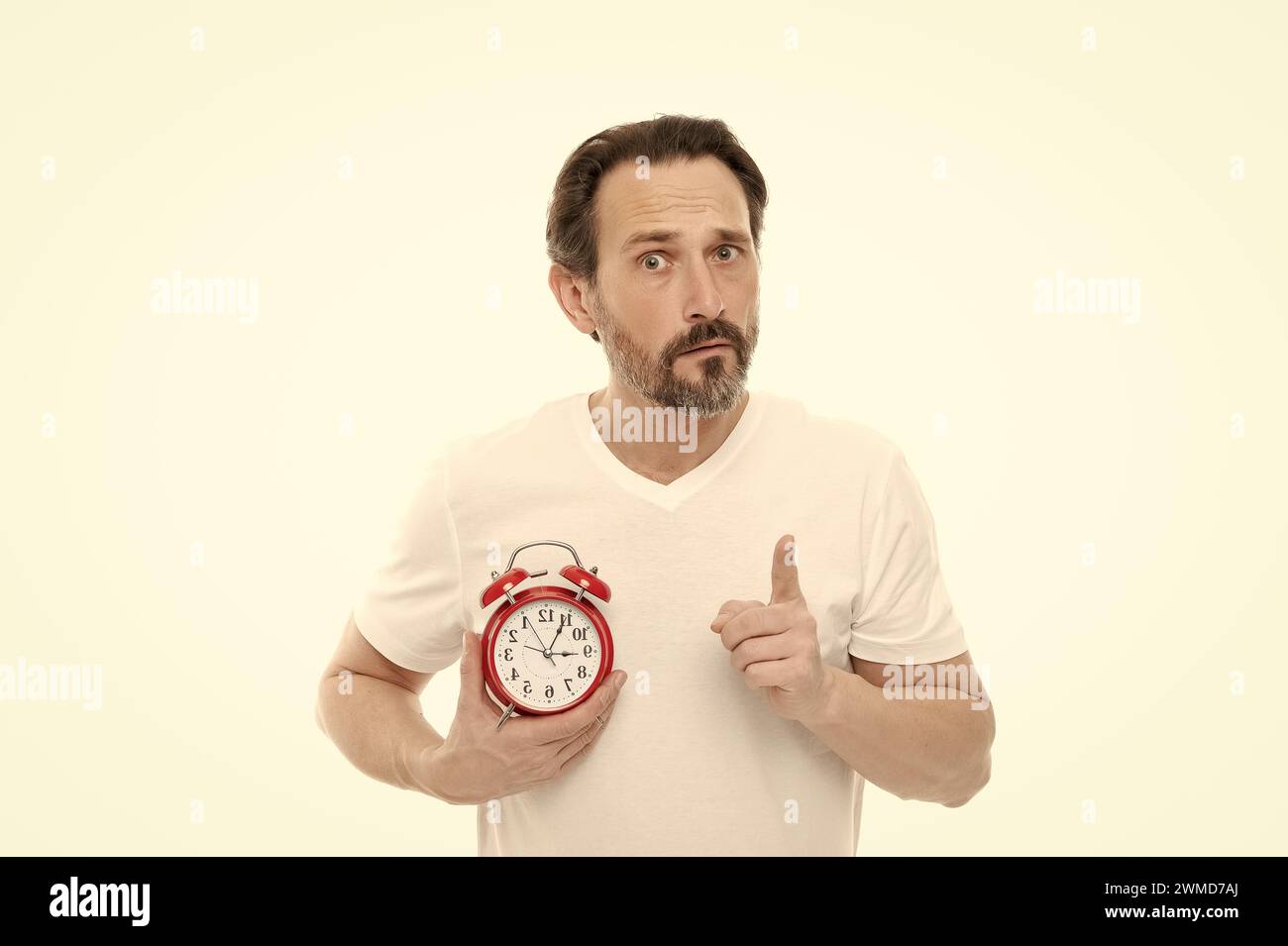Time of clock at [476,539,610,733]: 3:04
